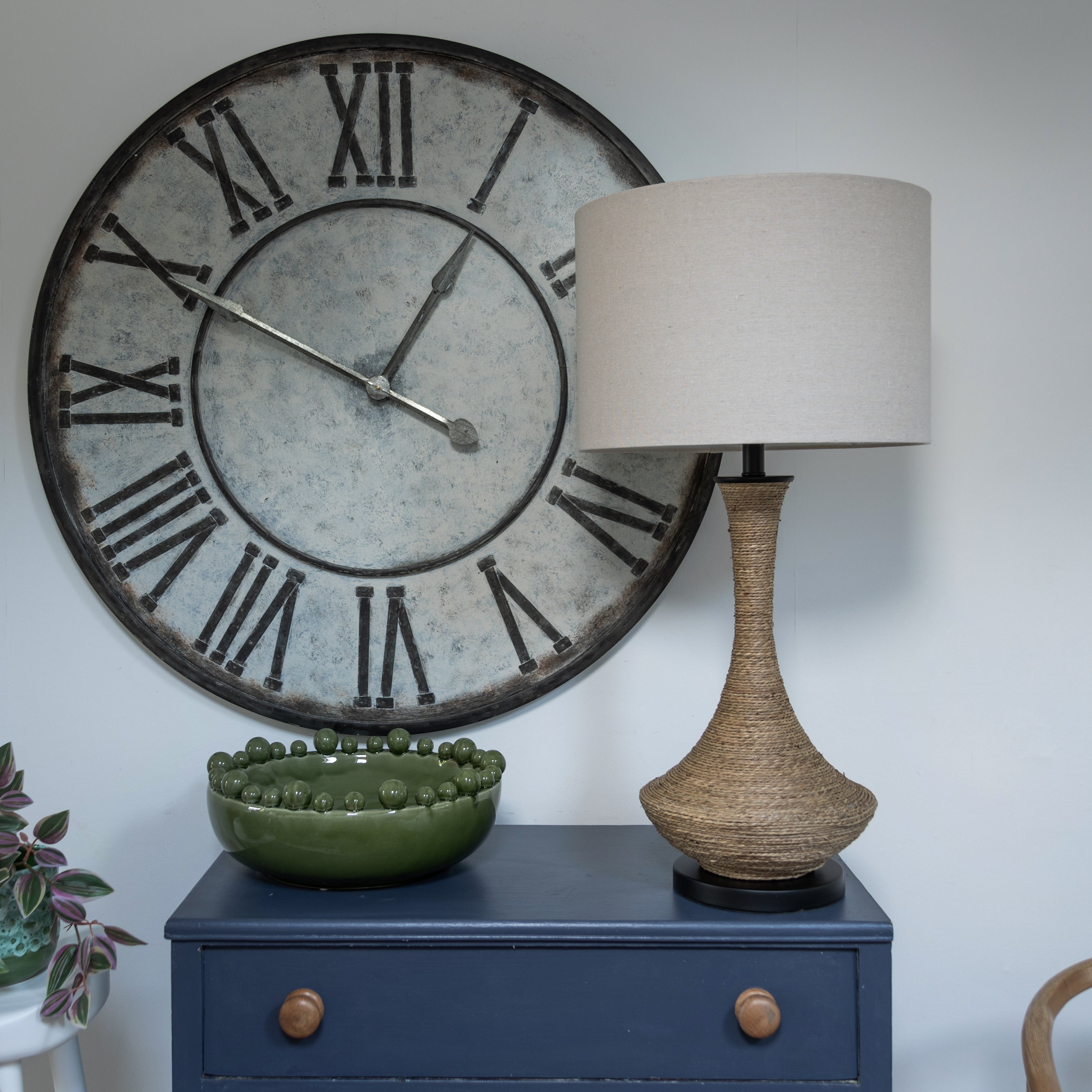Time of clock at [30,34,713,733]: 12:49
